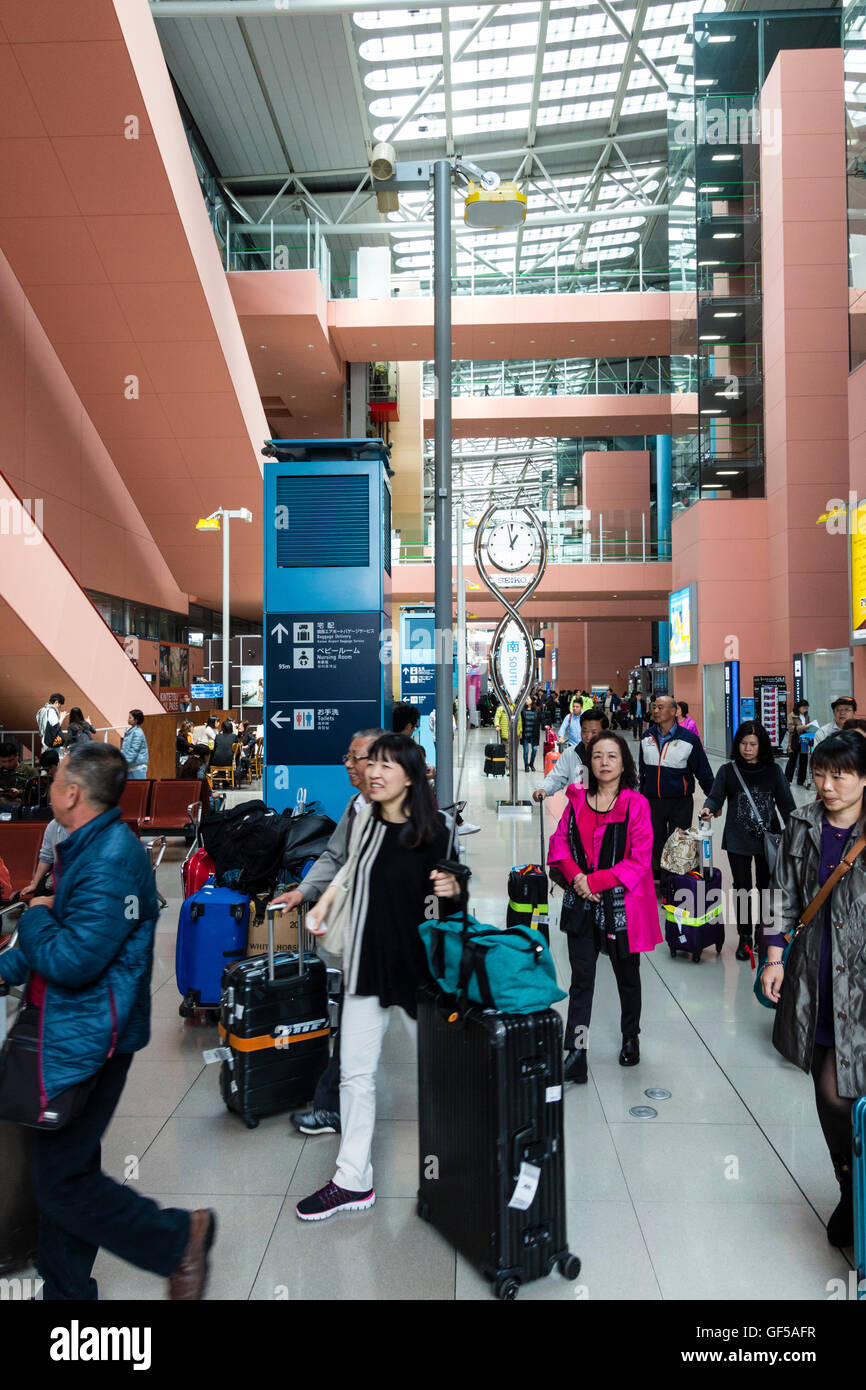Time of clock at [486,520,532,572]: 12:58
